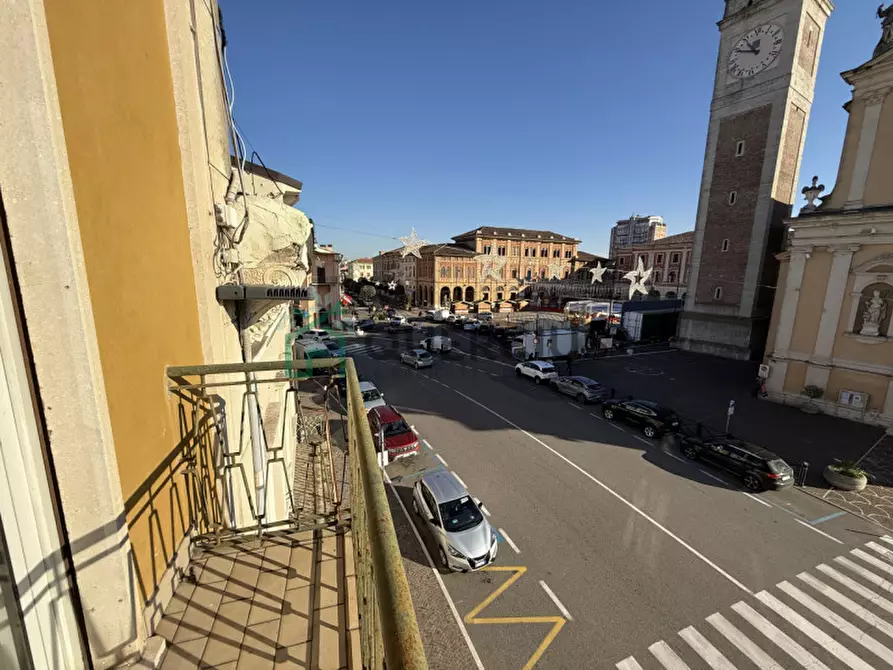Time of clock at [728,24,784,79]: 10:48
